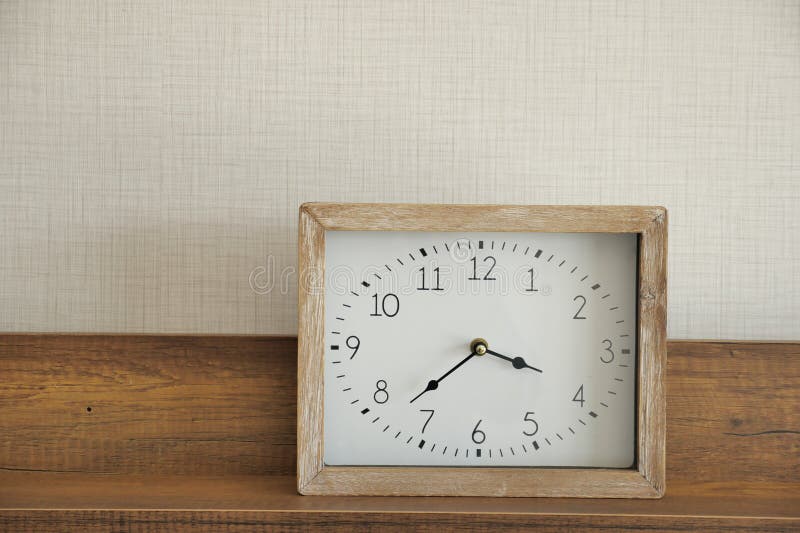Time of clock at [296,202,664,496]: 3:37
